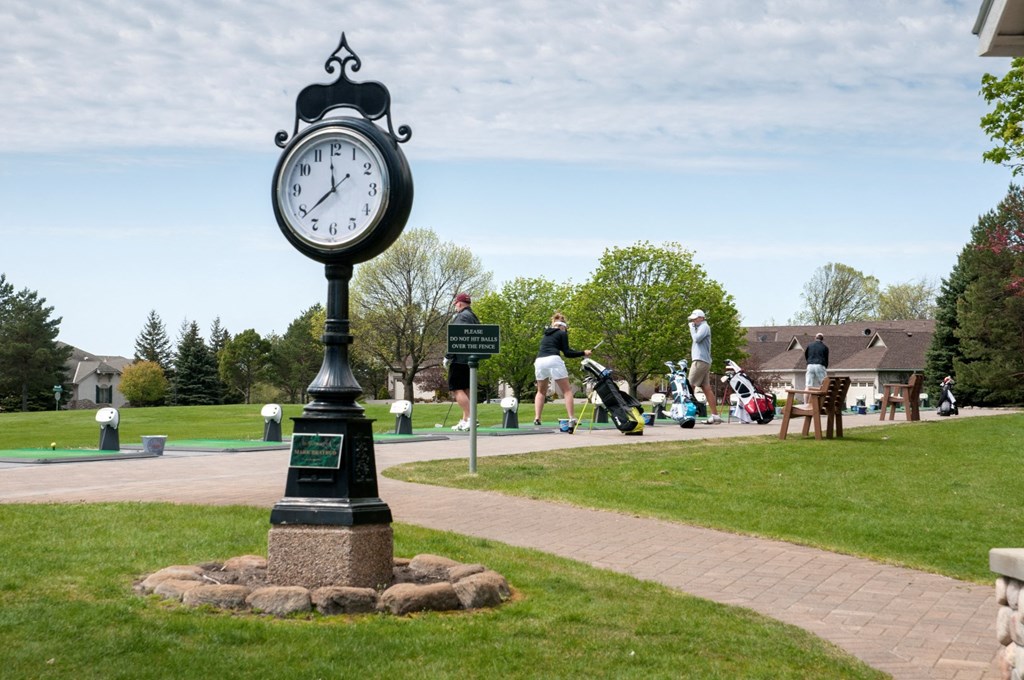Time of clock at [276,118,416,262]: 11:38
